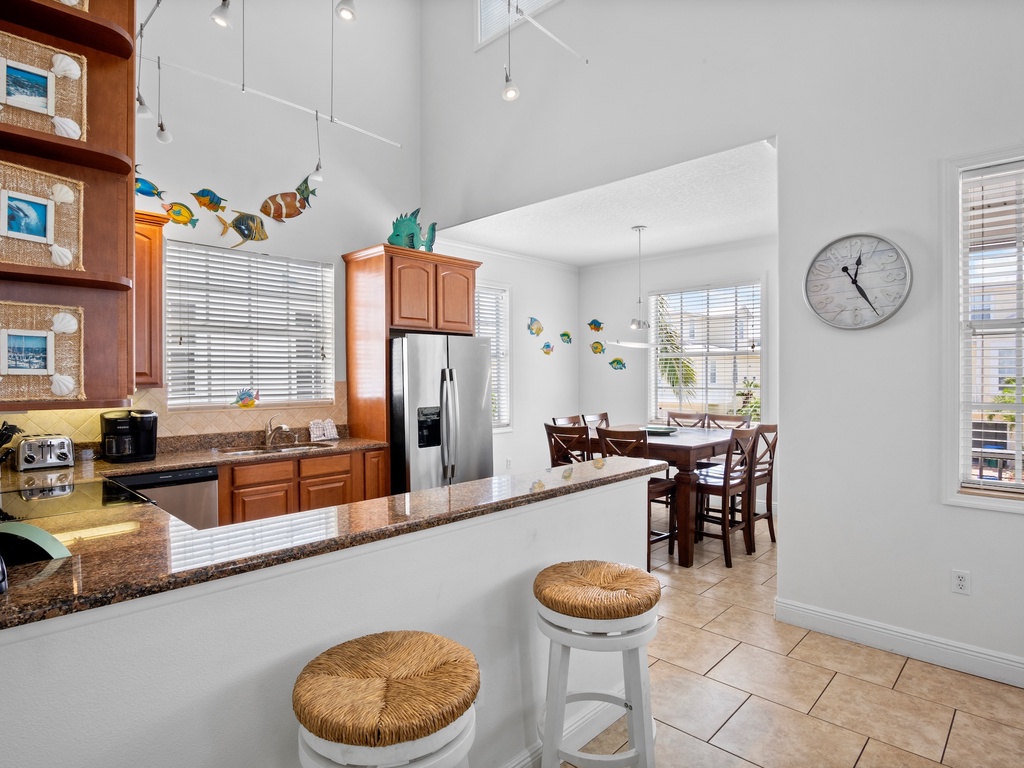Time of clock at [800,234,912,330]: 12:25
